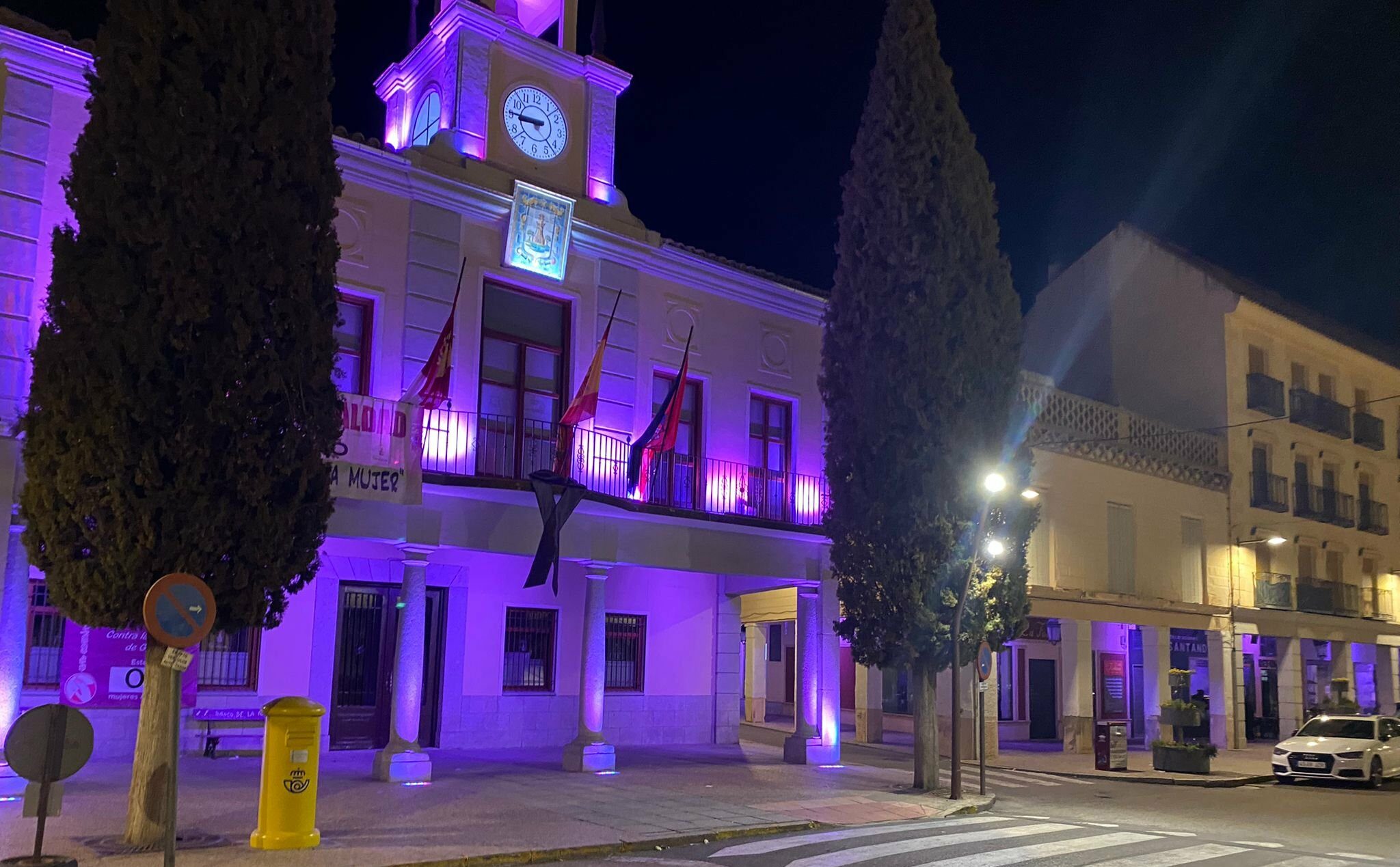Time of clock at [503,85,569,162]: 8:45
